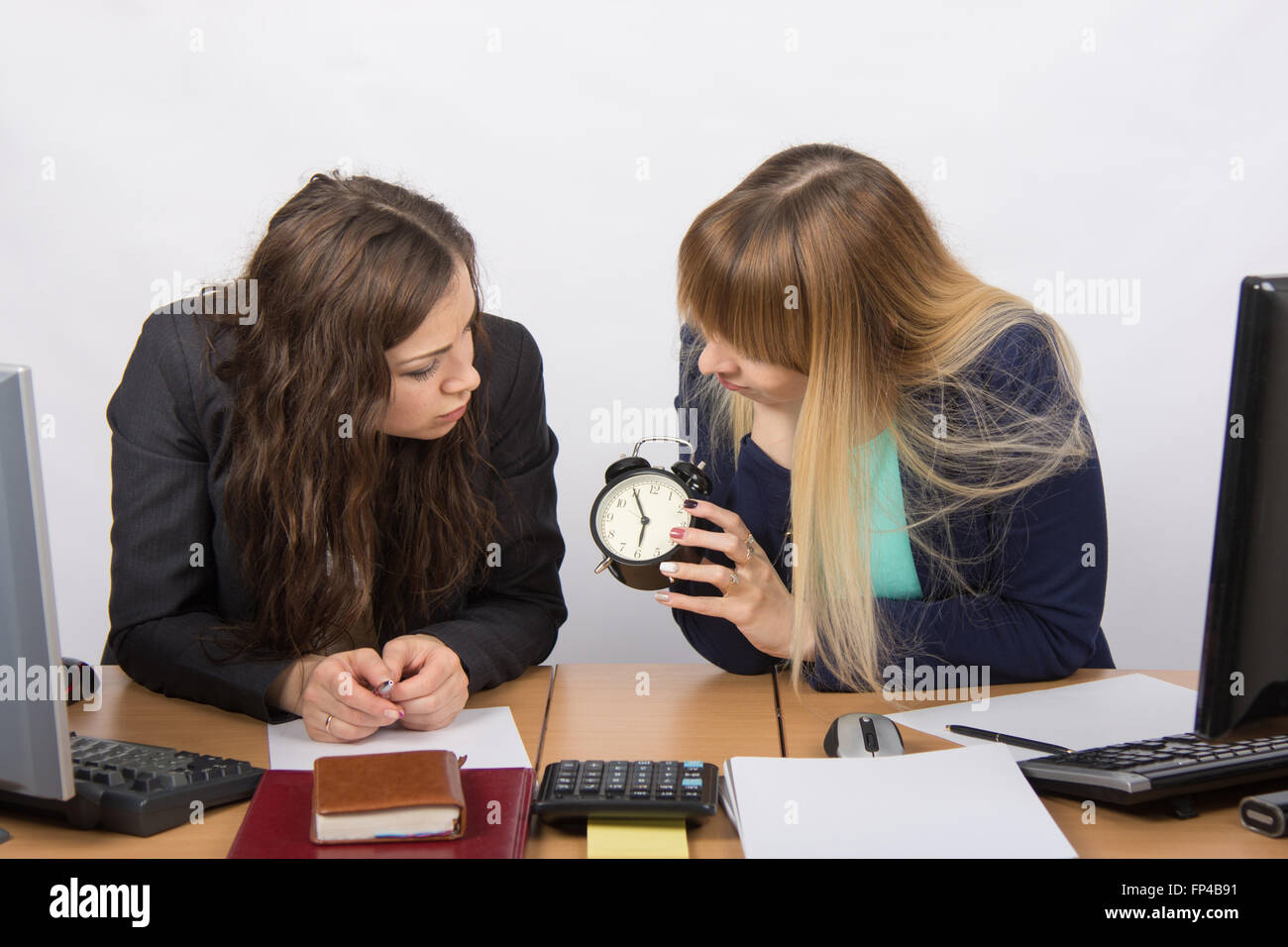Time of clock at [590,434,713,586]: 5:55
